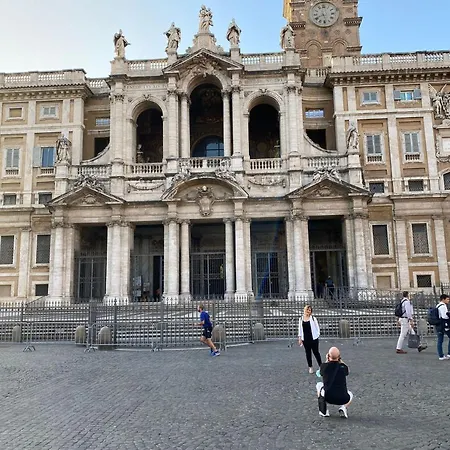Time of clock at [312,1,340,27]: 5:40
